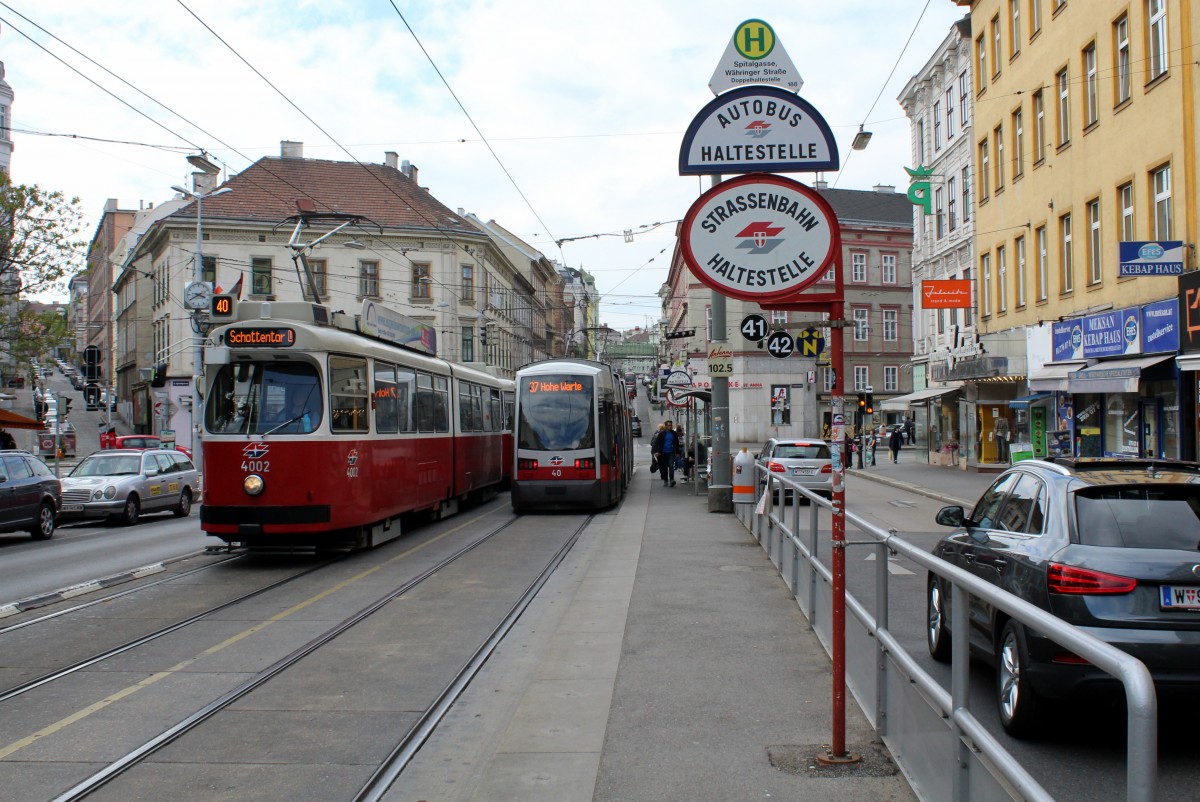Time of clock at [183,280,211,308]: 3:40
